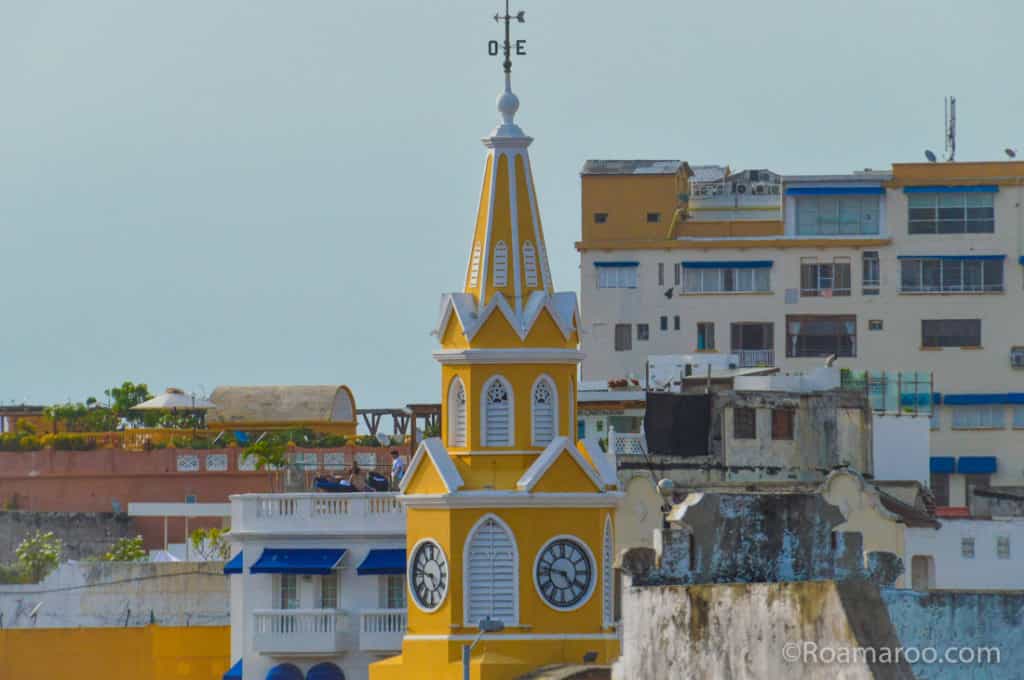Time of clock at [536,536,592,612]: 4:46
